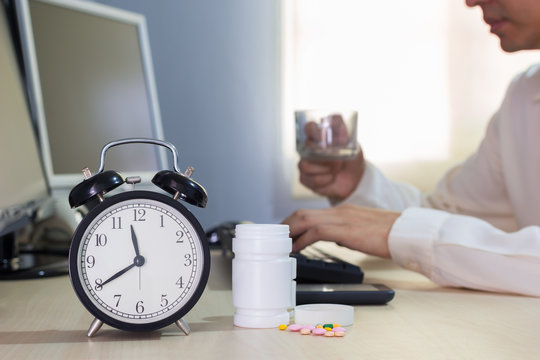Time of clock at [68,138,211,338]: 11:39
